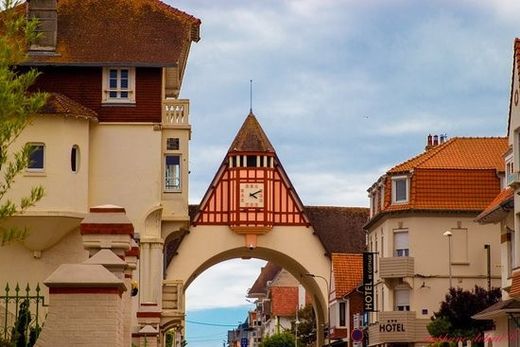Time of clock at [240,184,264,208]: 4:10
